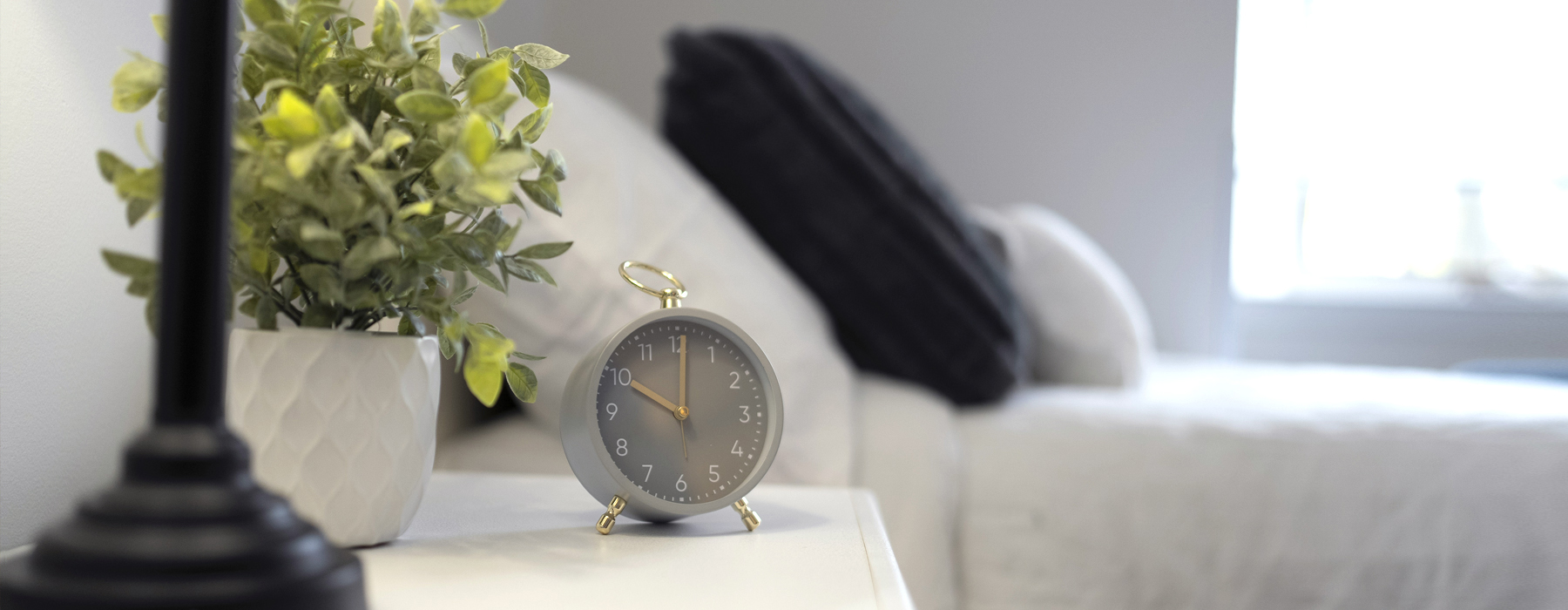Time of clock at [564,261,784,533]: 10:00
